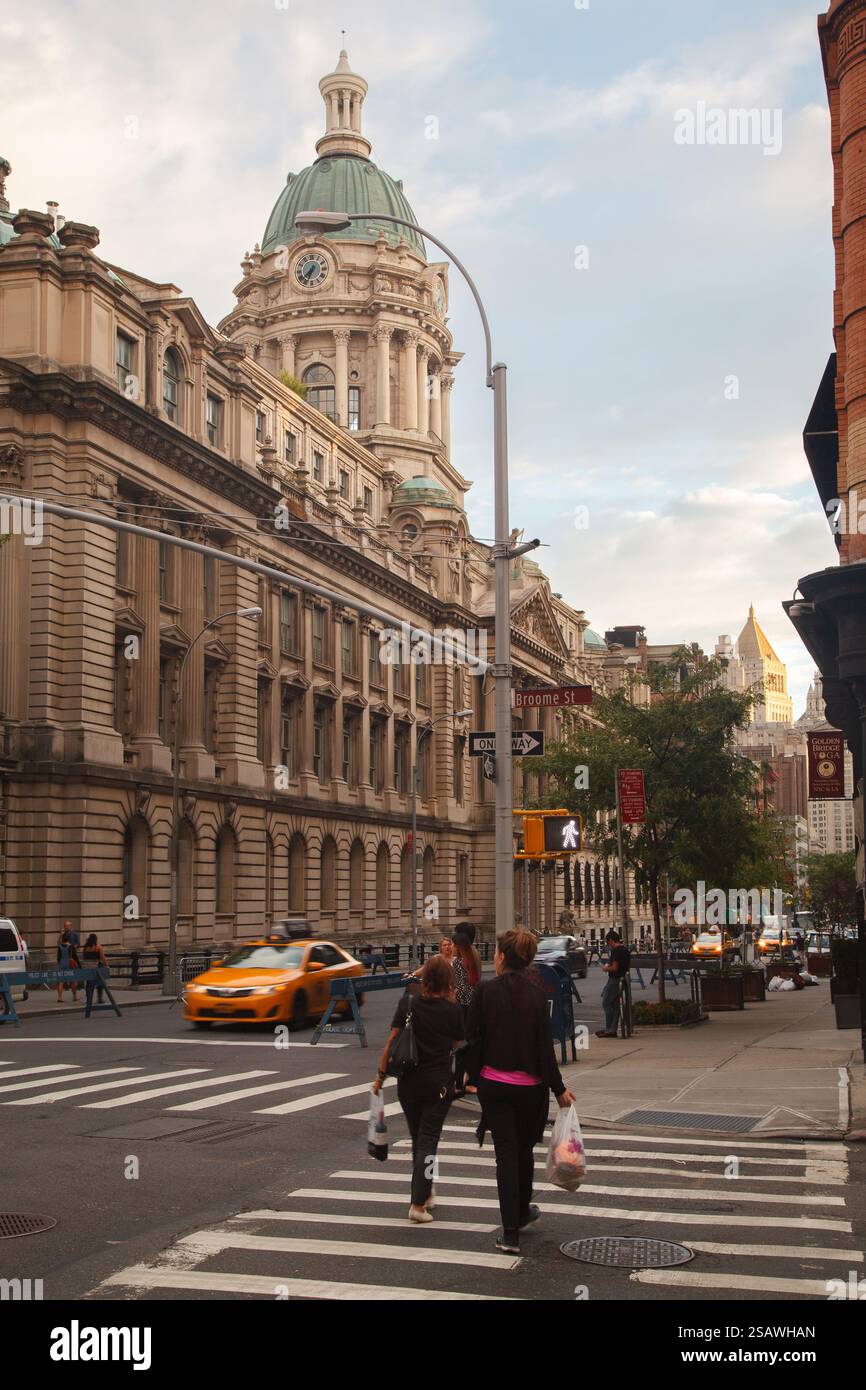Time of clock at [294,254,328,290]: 7:33
